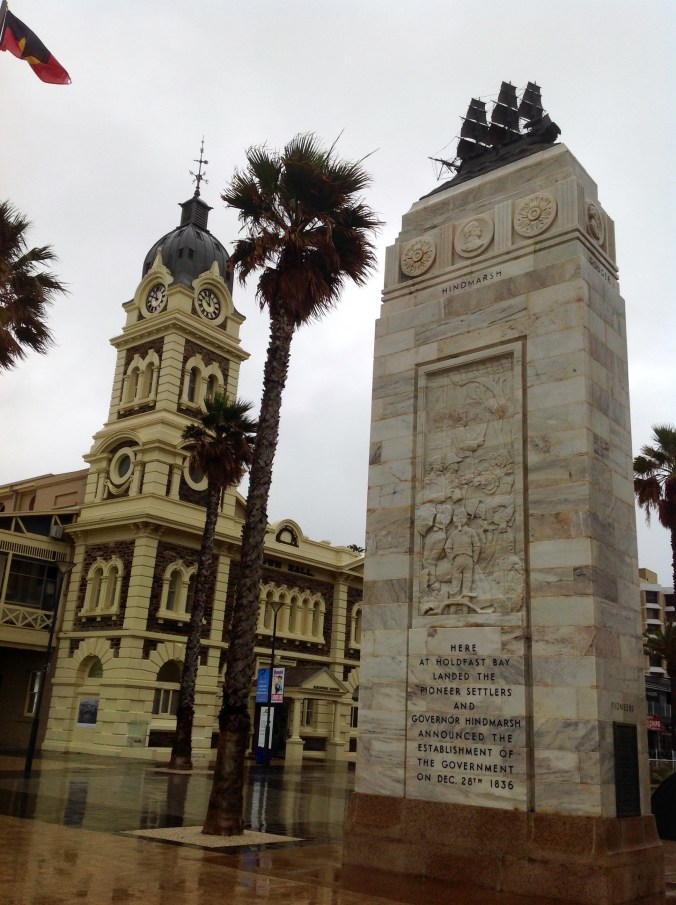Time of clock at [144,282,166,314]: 11:49
